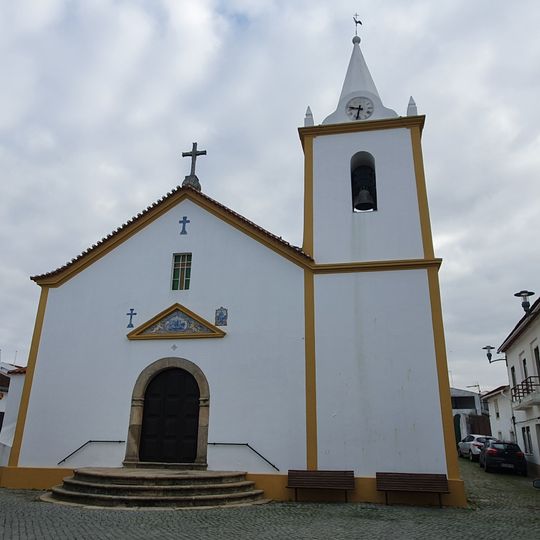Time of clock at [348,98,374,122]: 9:32
